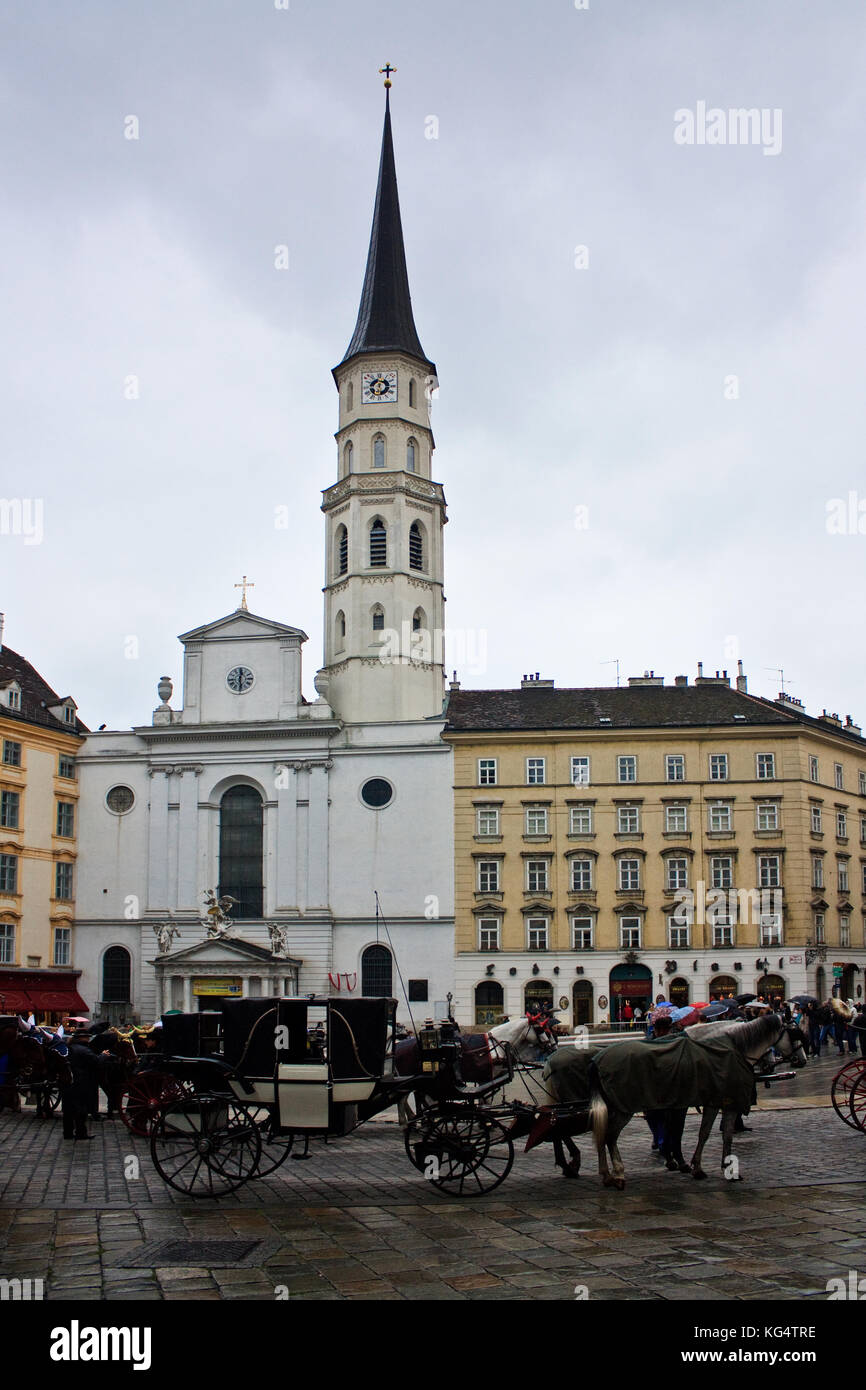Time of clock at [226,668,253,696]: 12:28
